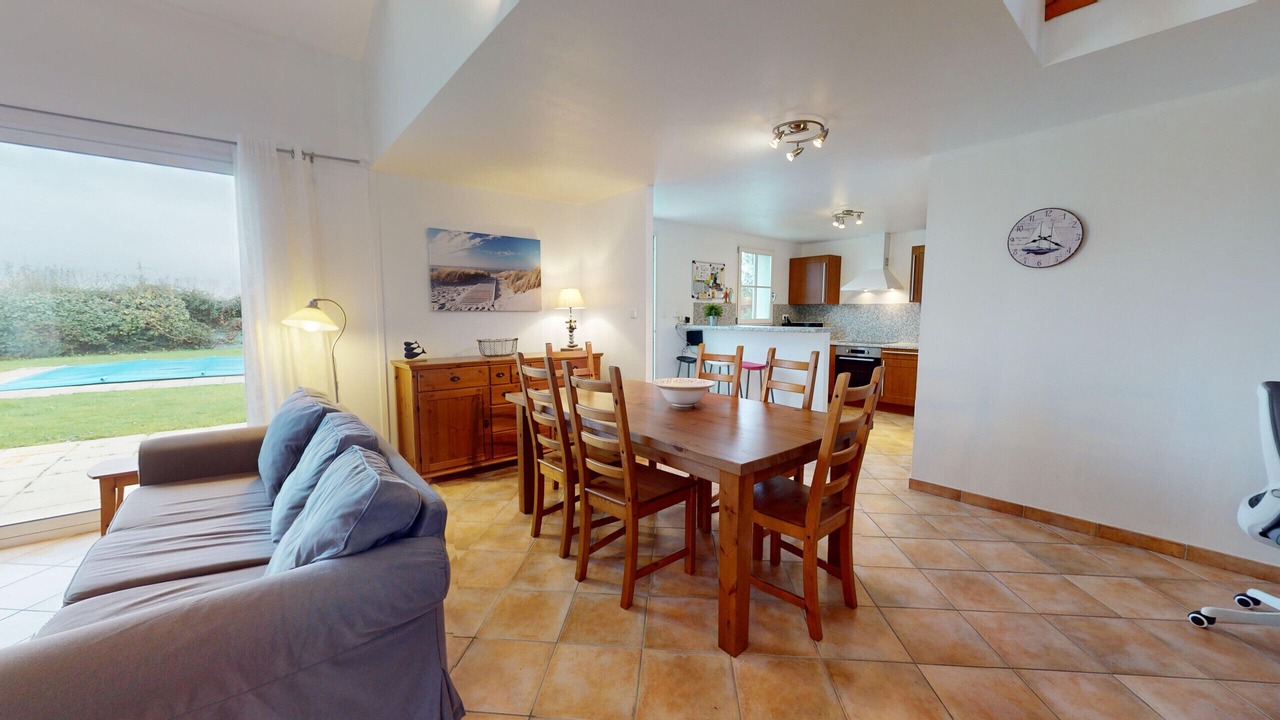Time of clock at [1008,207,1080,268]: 8:20
